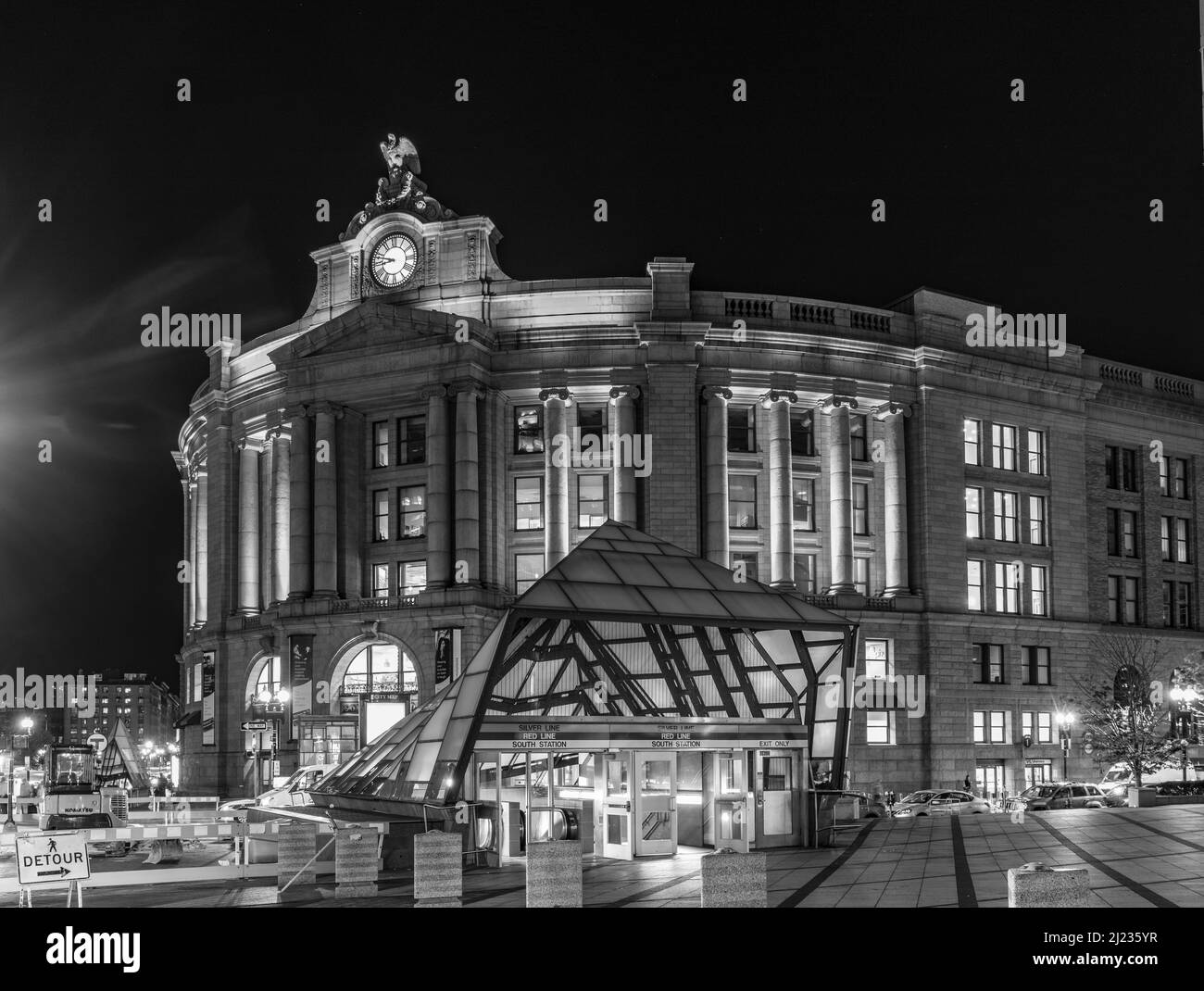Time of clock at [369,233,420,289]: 8:47
